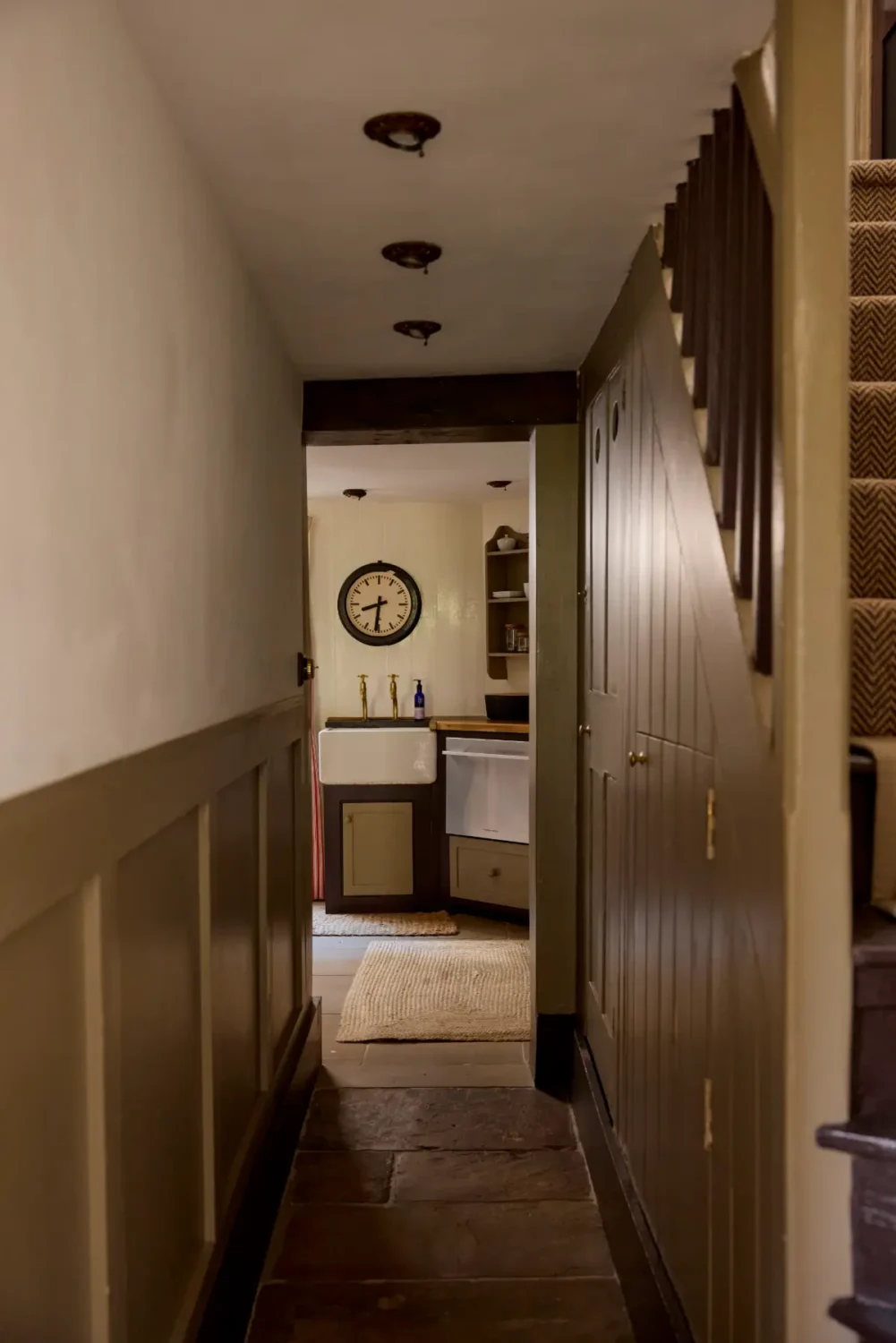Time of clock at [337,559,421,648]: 8:31
